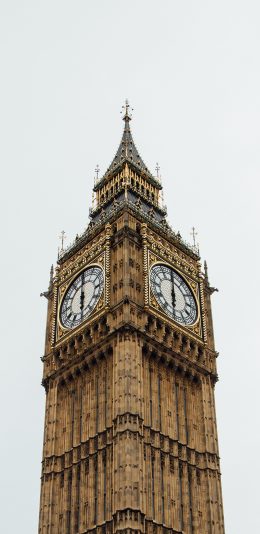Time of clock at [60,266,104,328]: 6:00
